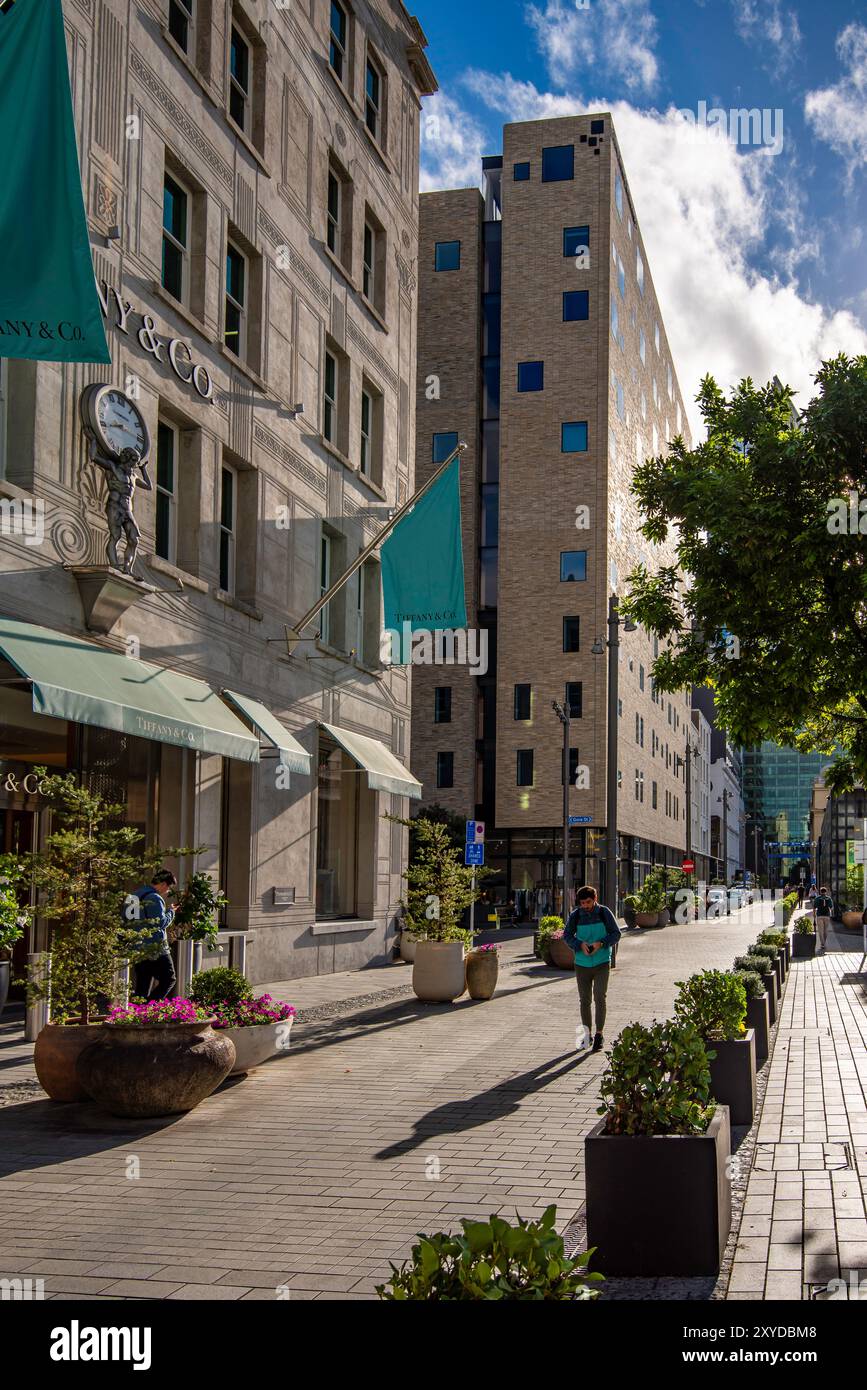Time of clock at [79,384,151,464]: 8:16
